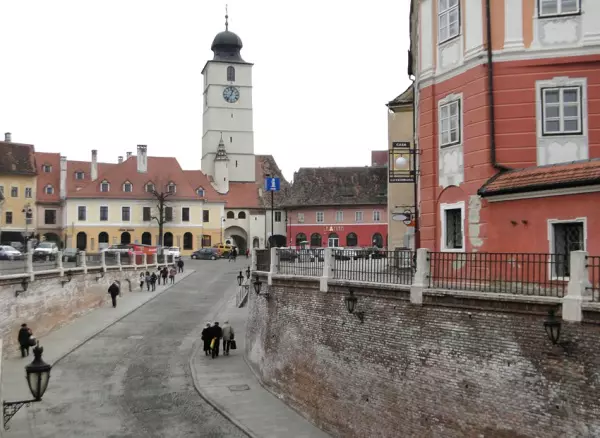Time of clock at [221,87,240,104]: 12:36
